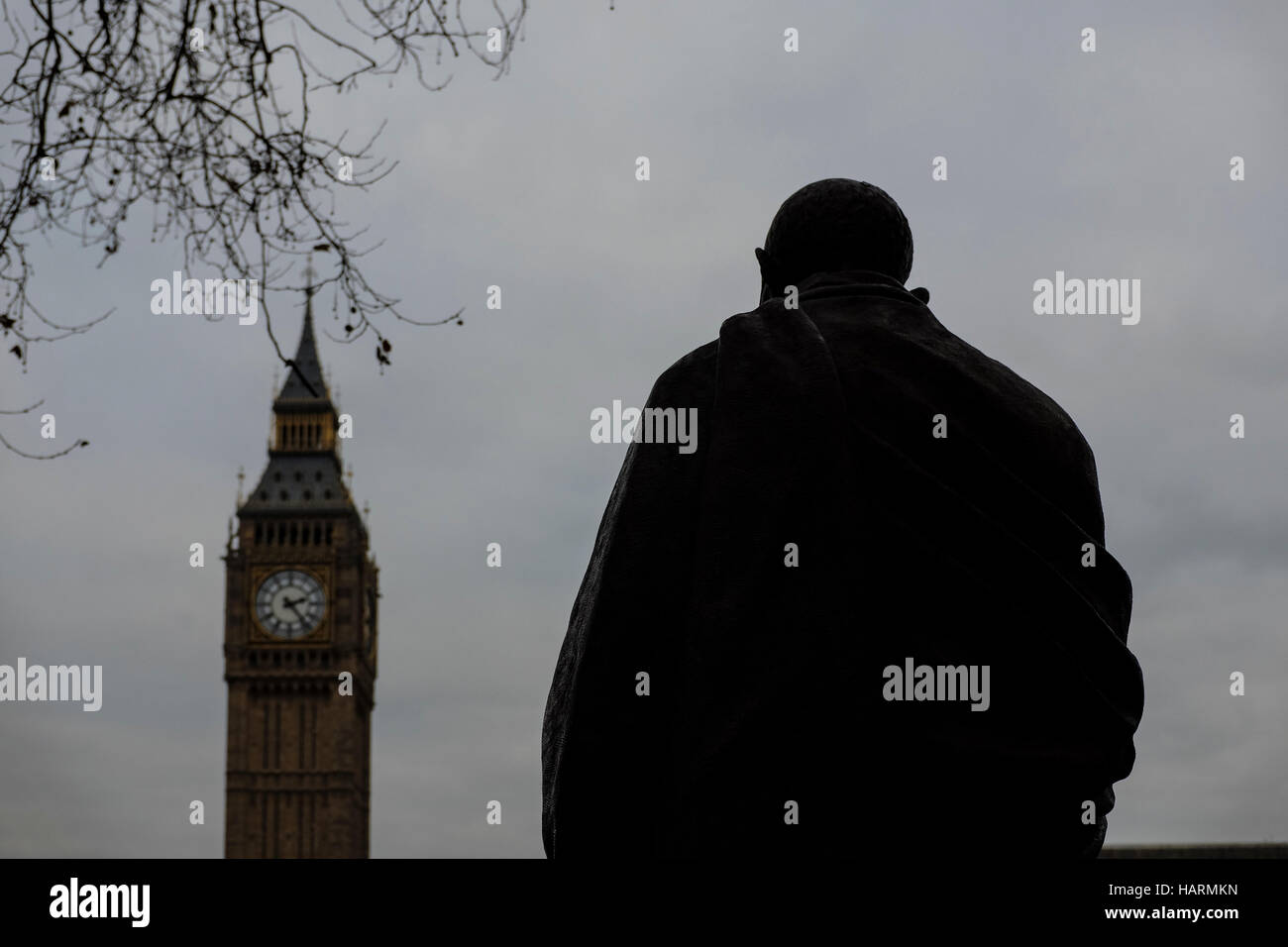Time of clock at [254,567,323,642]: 2:23
